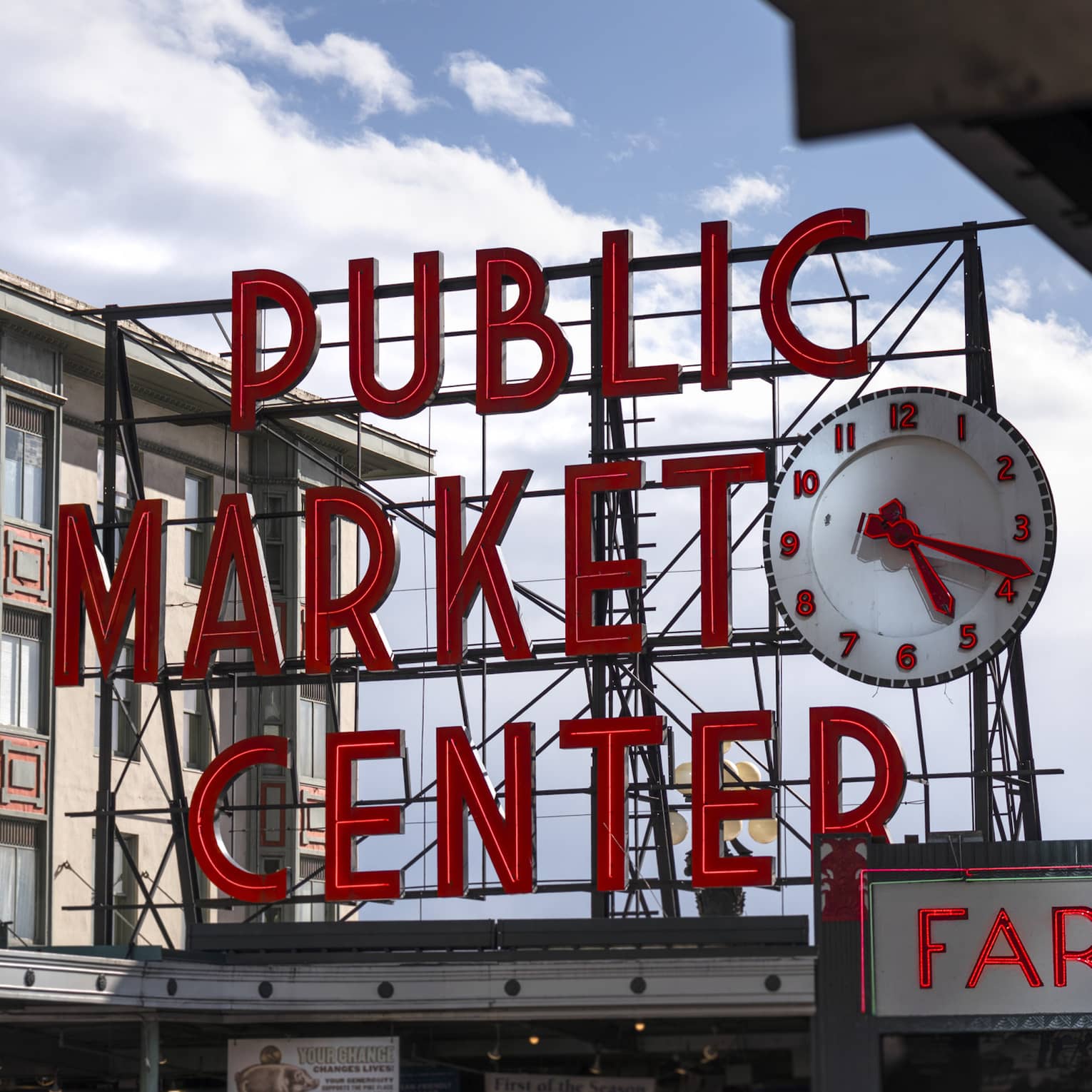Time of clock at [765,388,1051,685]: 5:18
